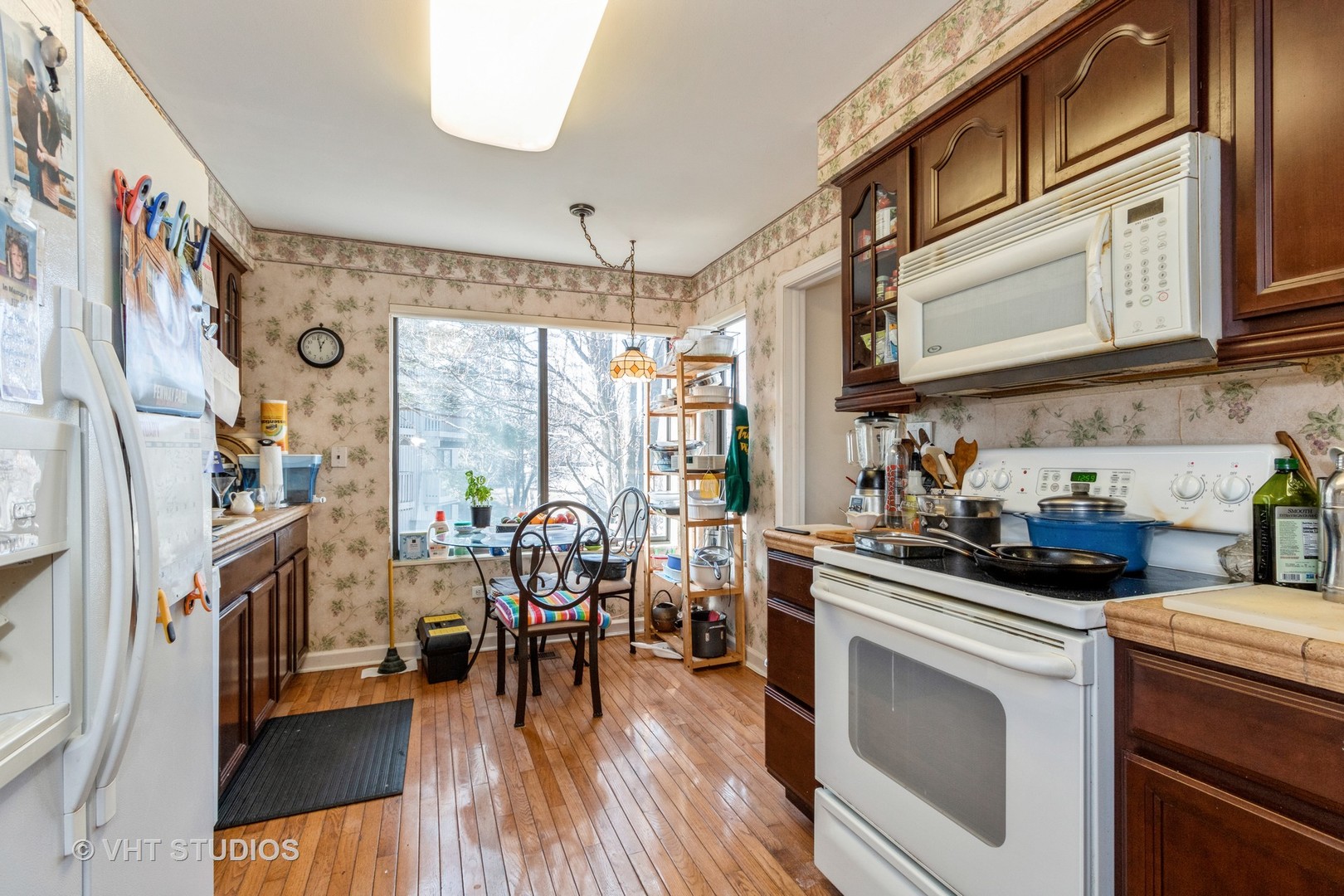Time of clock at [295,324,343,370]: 12:58
